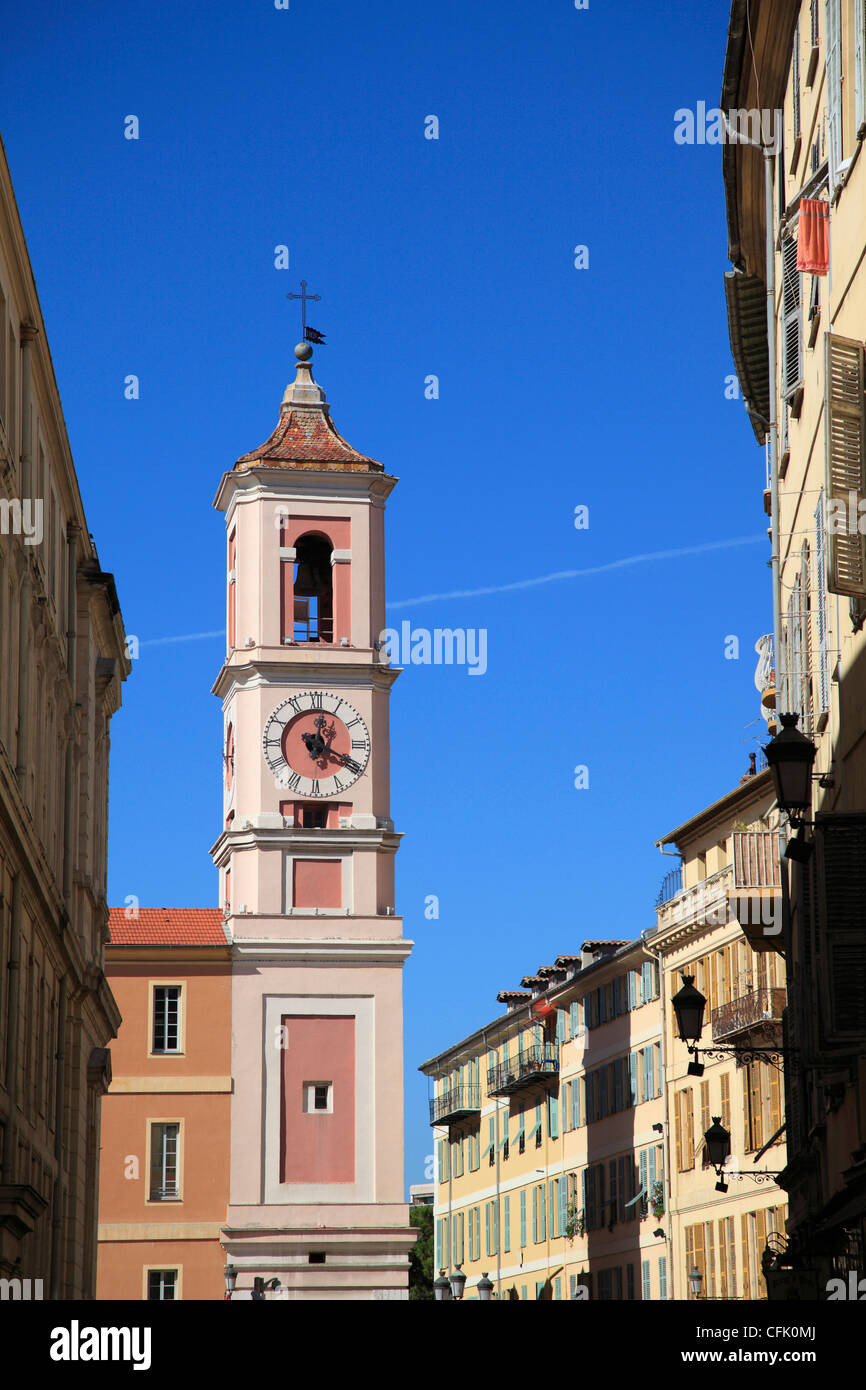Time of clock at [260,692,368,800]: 12:19
